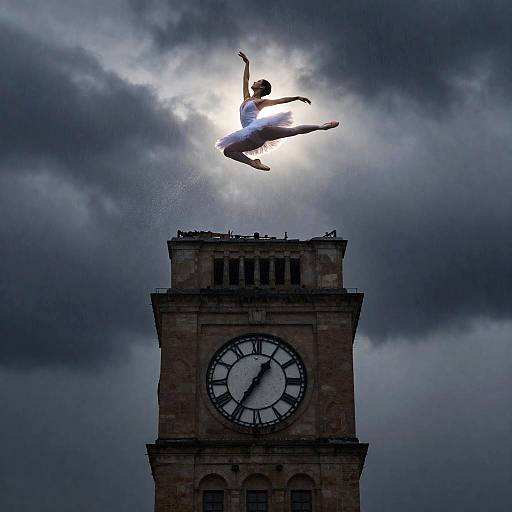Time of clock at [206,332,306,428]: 1:35
